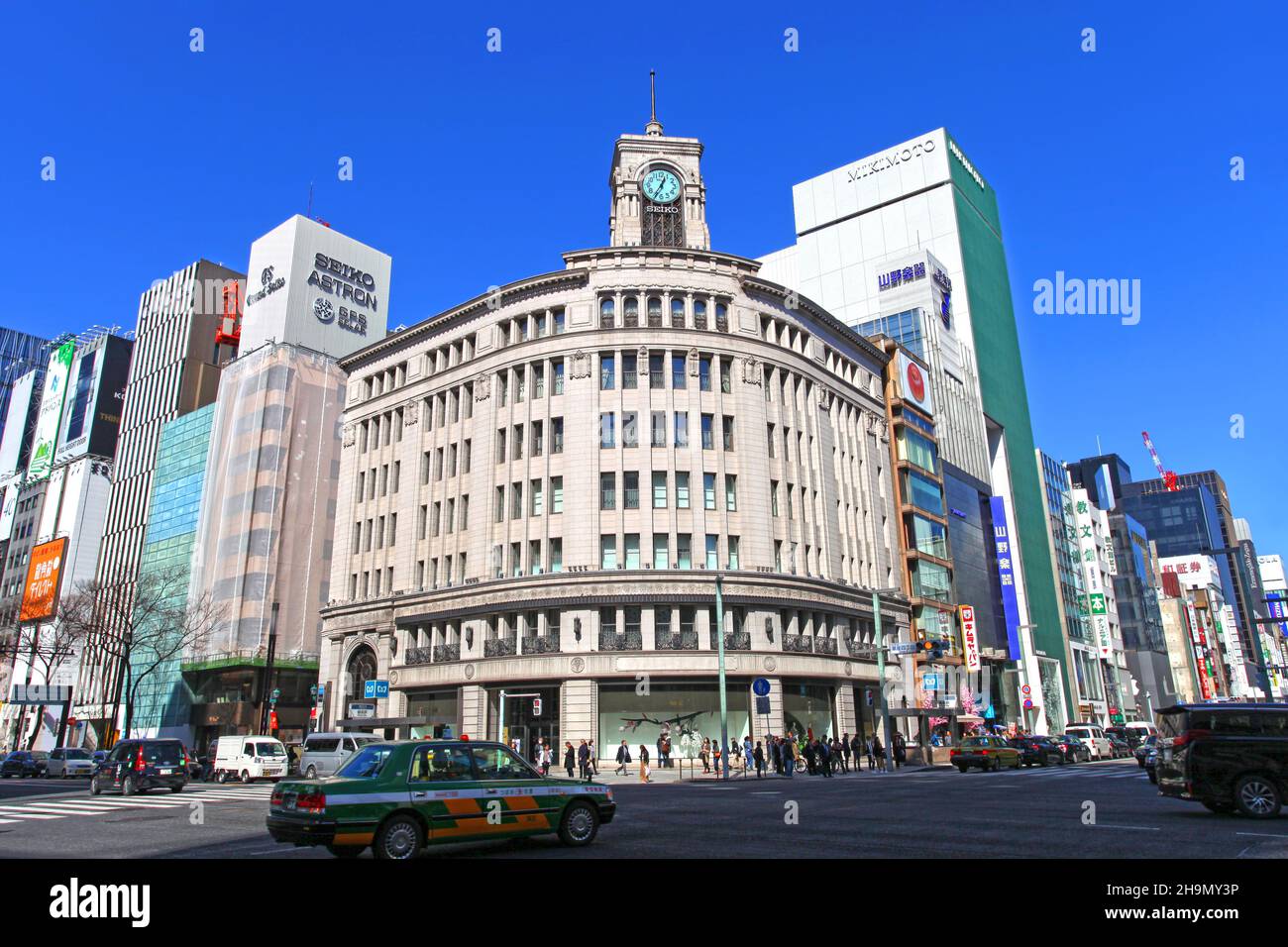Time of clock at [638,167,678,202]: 12:35
